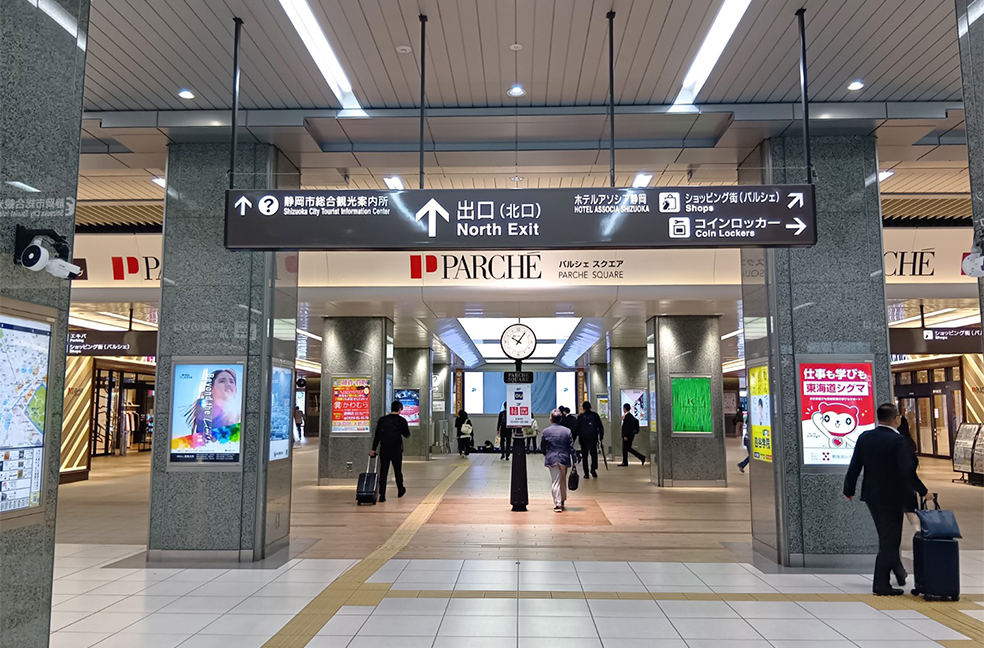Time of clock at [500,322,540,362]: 10:06
